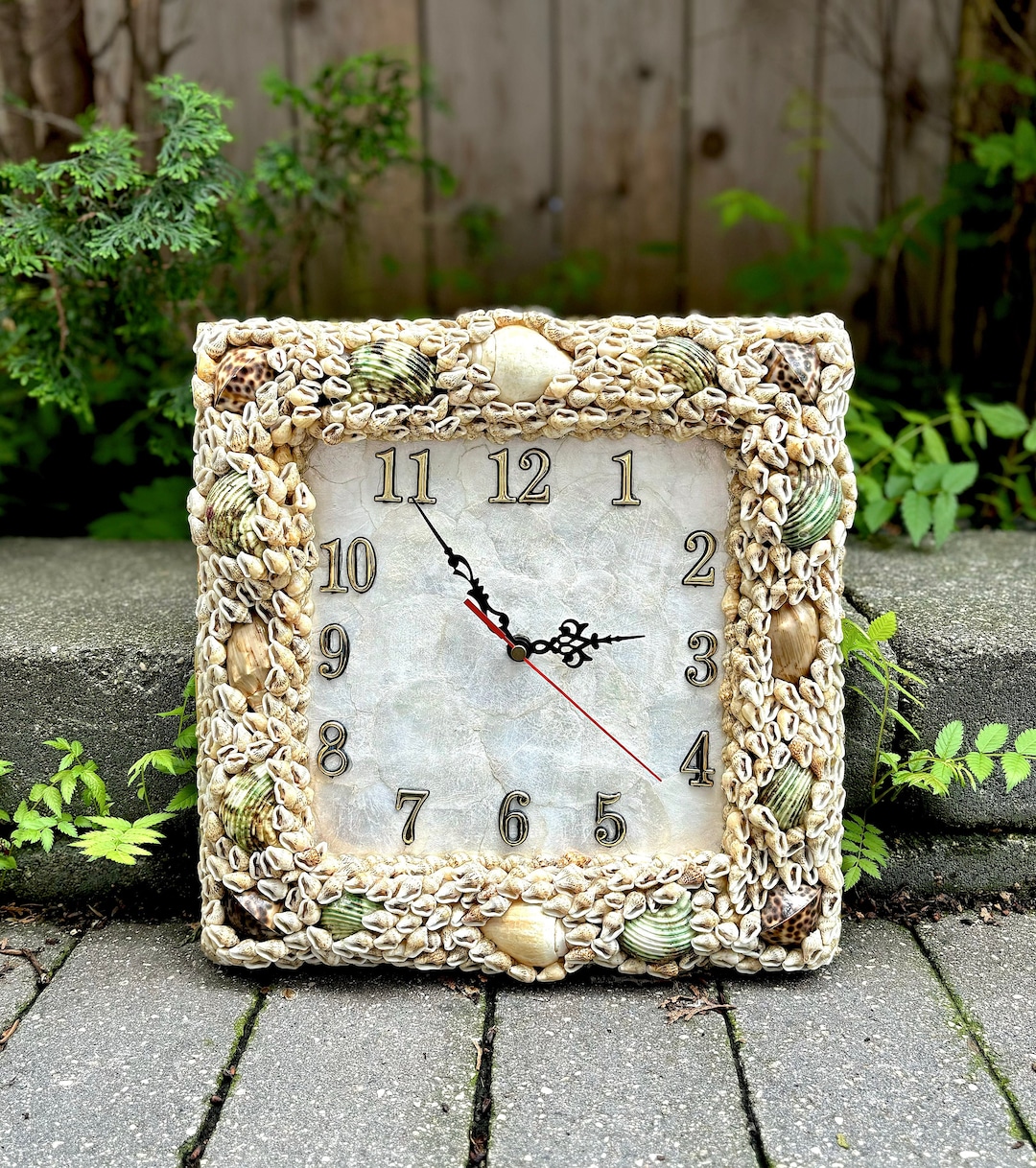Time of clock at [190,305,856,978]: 2:54
